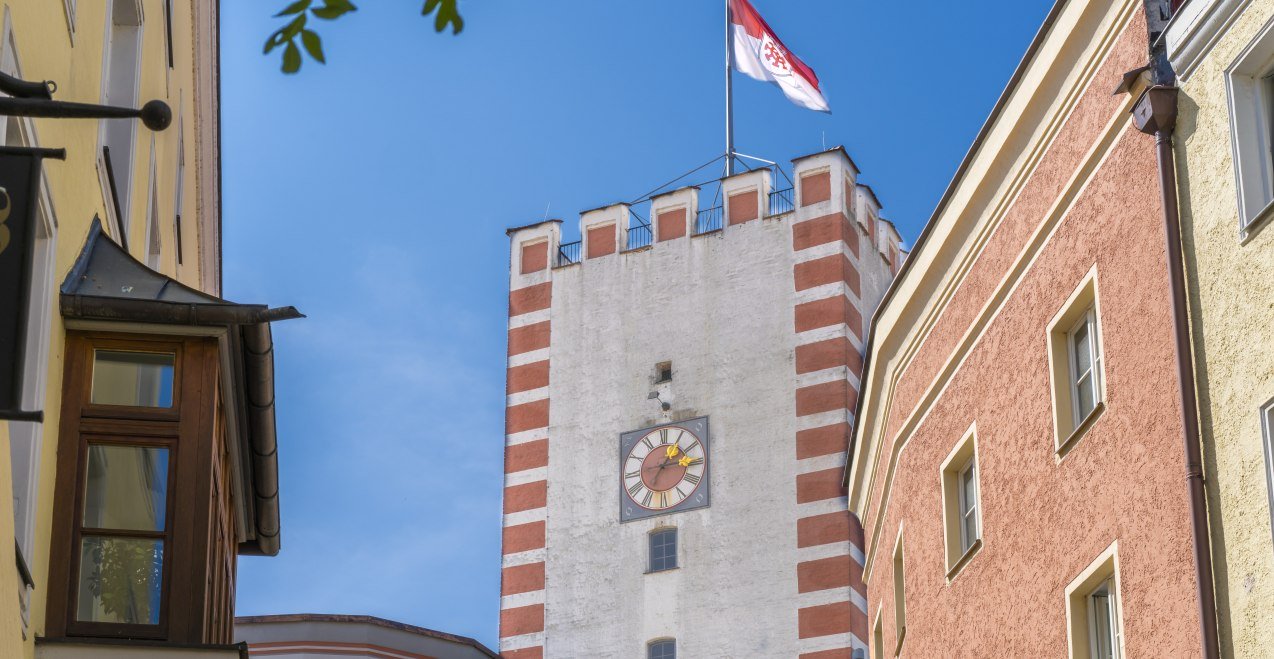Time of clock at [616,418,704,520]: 3:05
